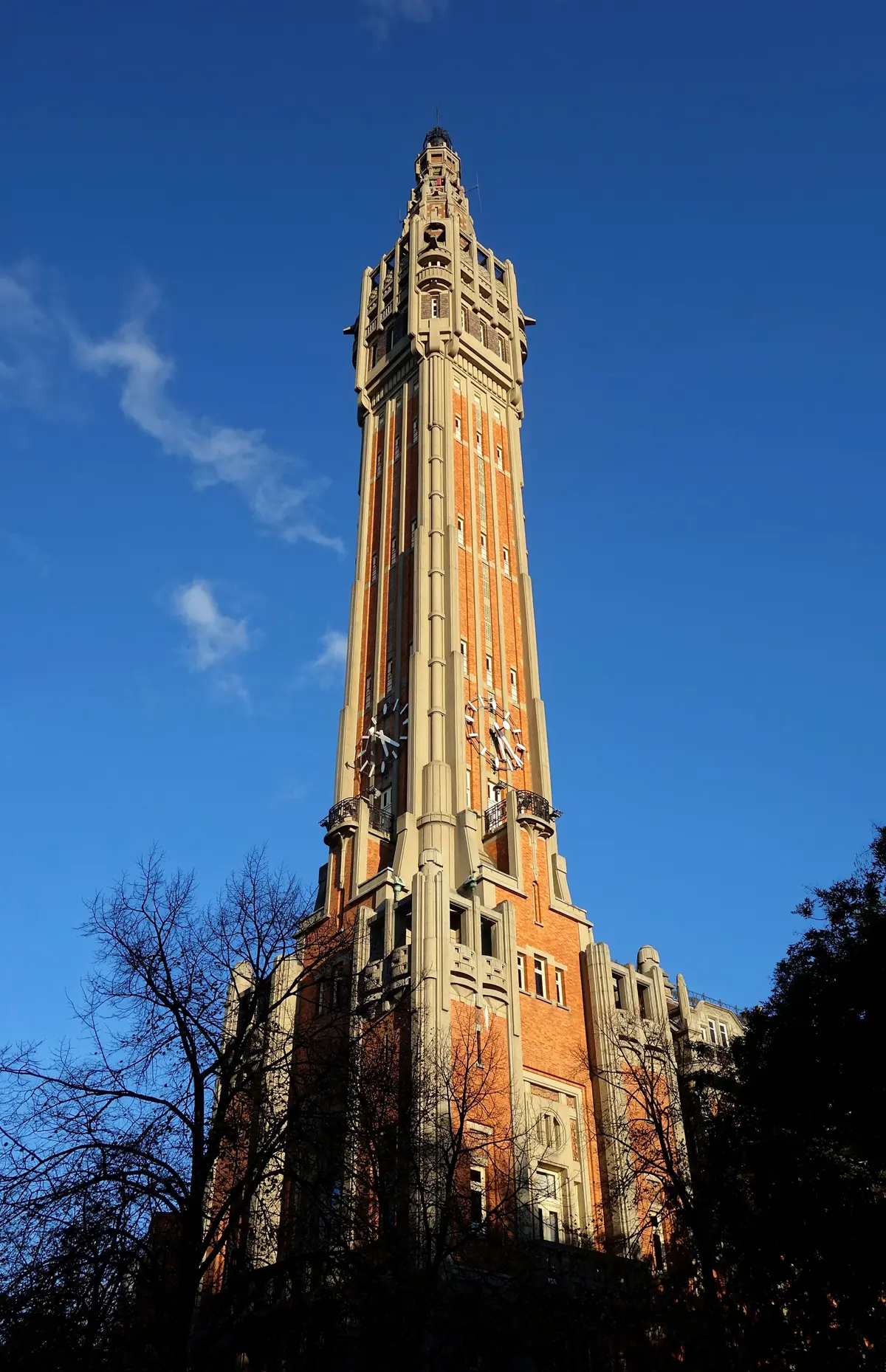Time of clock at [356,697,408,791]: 4:17
